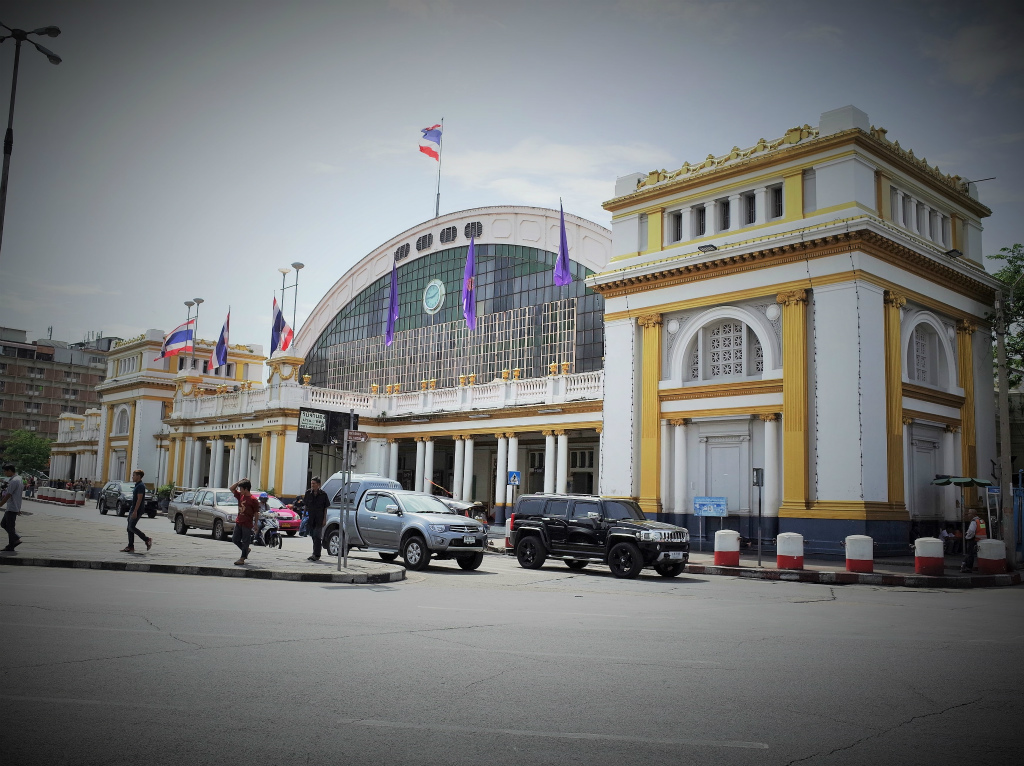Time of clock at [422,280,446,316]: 1:43
